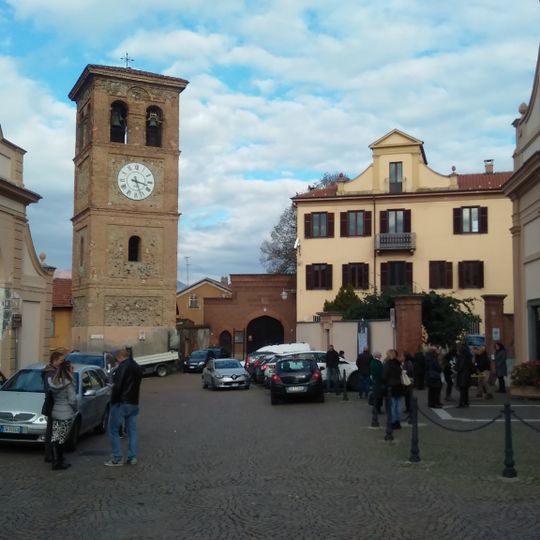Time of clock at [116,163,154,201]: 3:26
